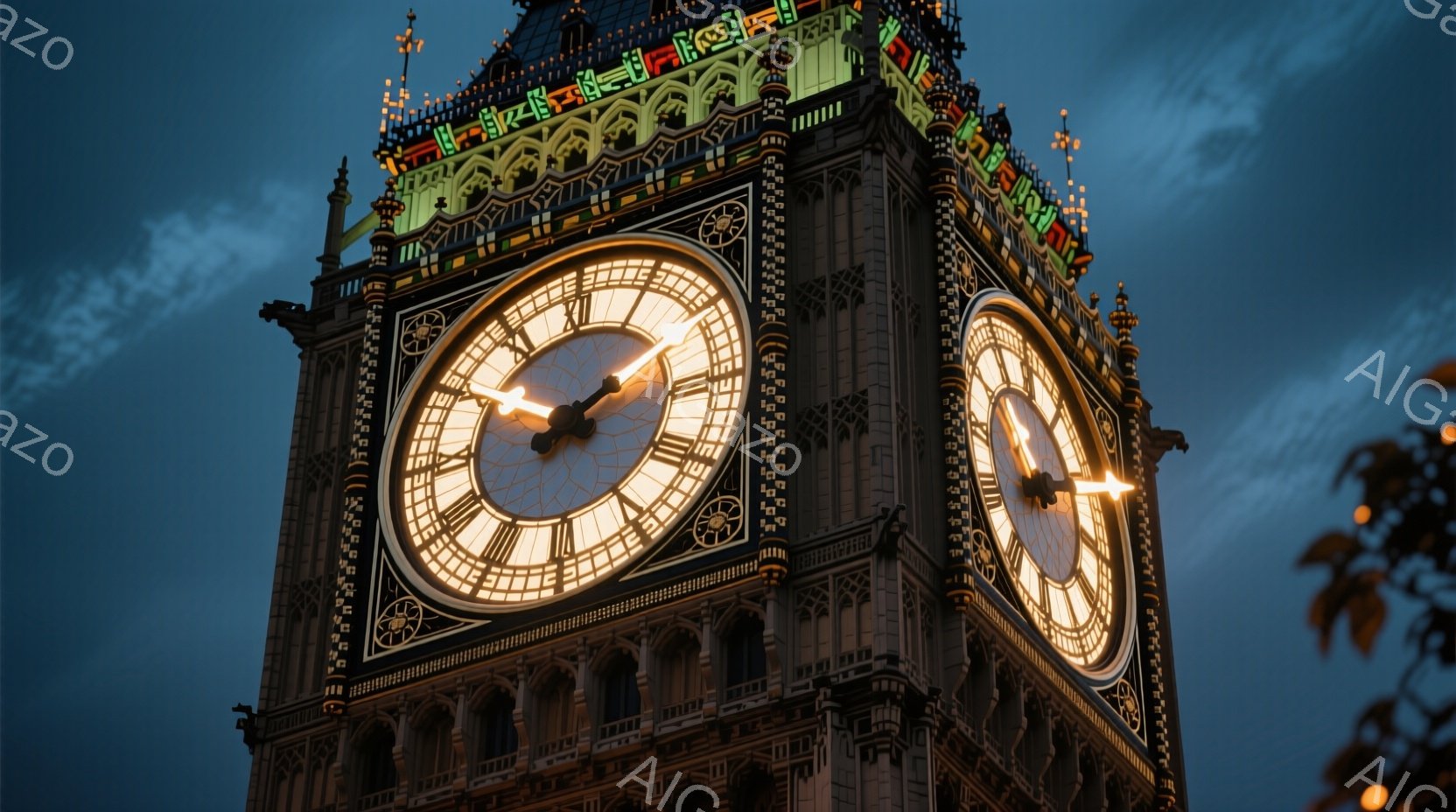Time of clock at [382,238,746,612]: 1:50
